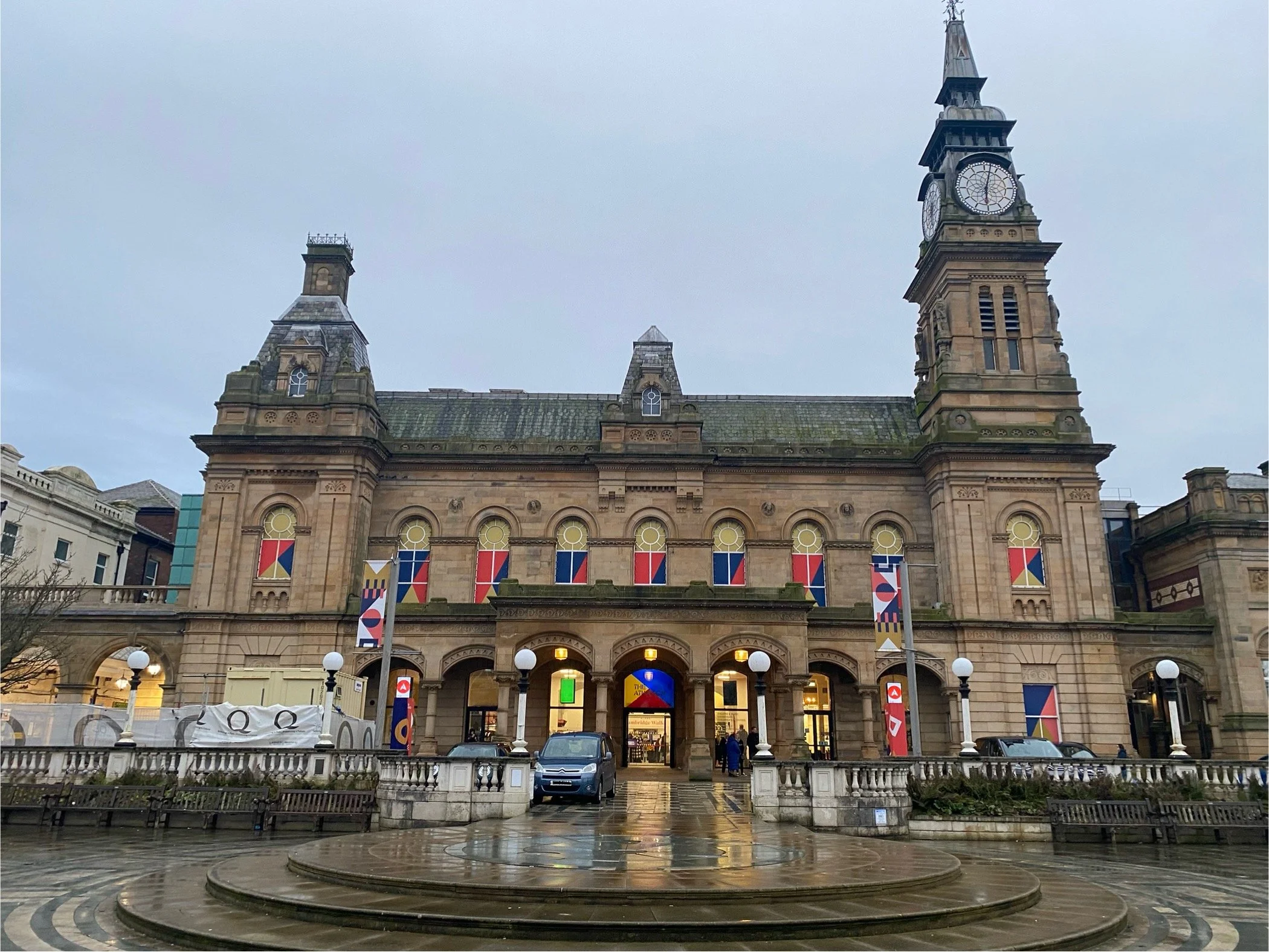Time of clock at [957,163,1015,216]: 6:02
